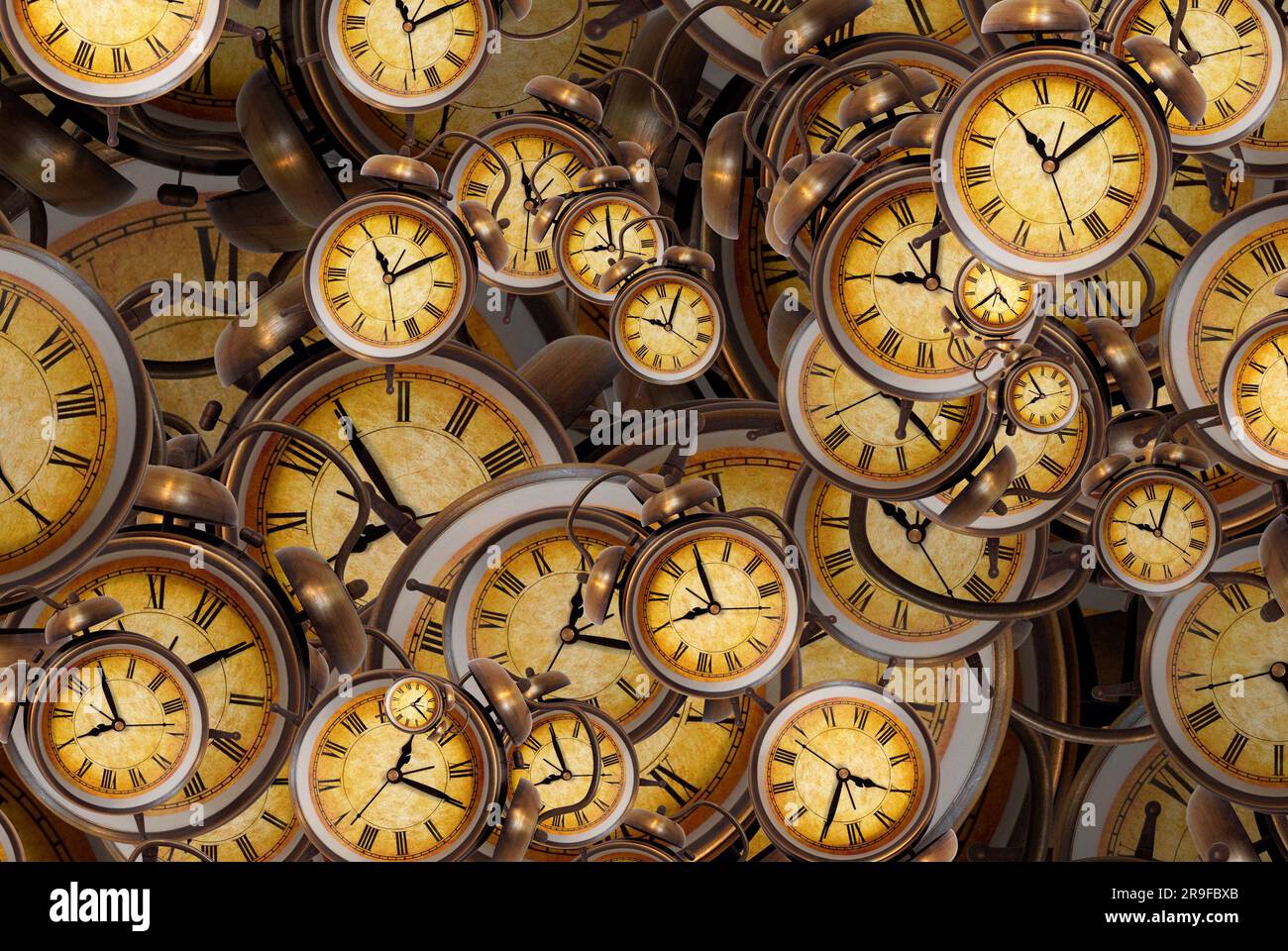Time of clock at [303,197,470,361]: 11:09
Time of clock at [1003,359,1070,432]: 7:54
